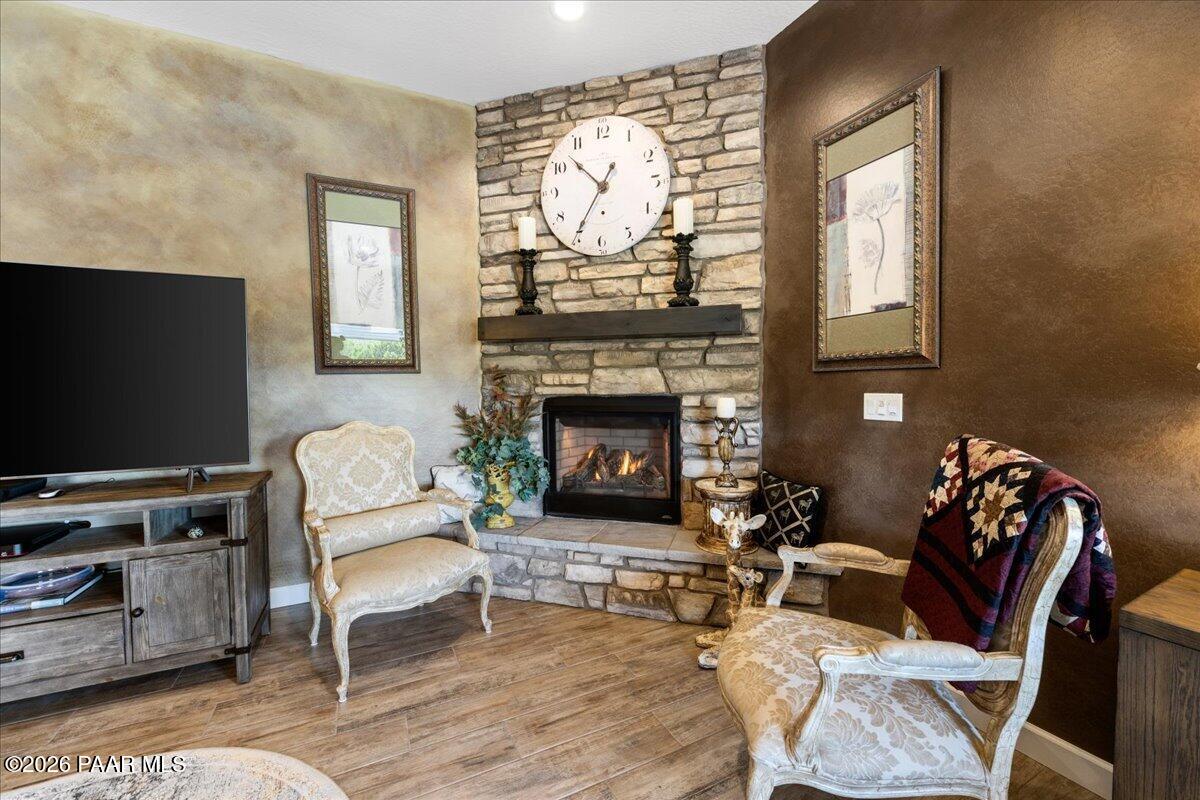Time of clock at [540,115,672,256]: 10:35
